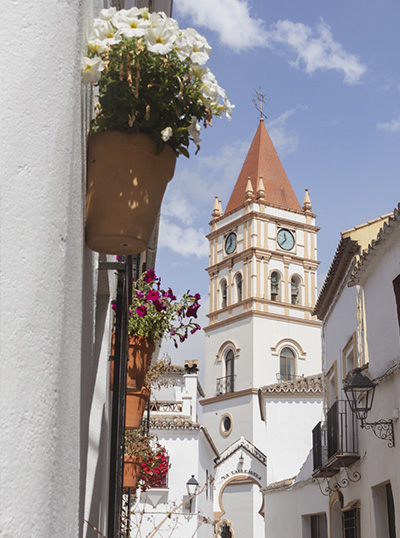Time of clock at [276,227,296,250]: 11:37
